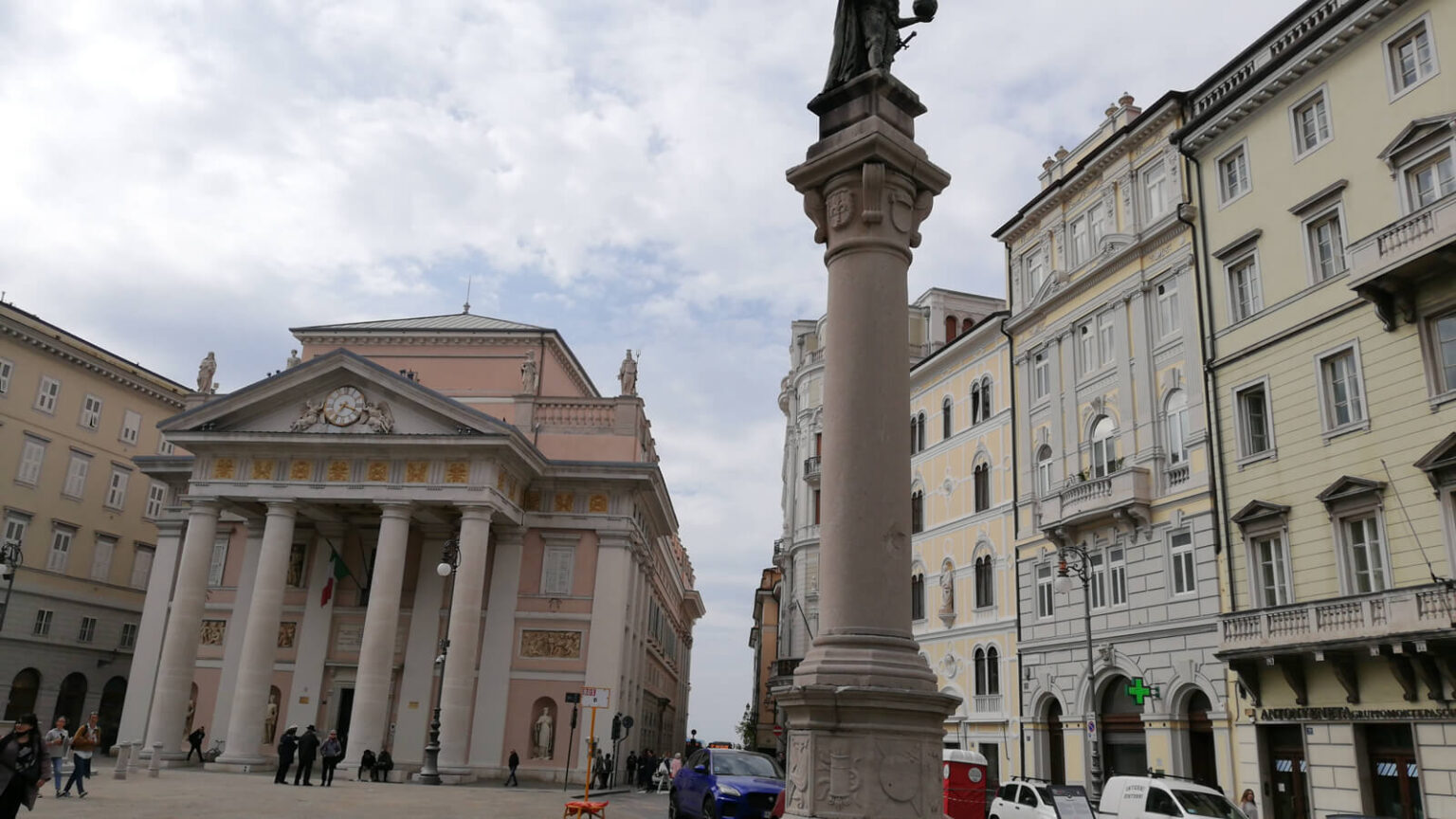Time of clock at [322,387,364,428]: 7:18
